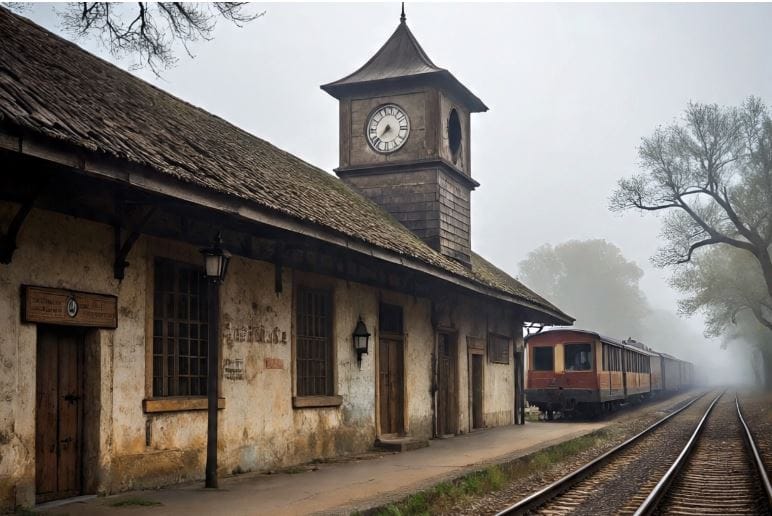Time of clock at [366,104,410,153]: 7:37
